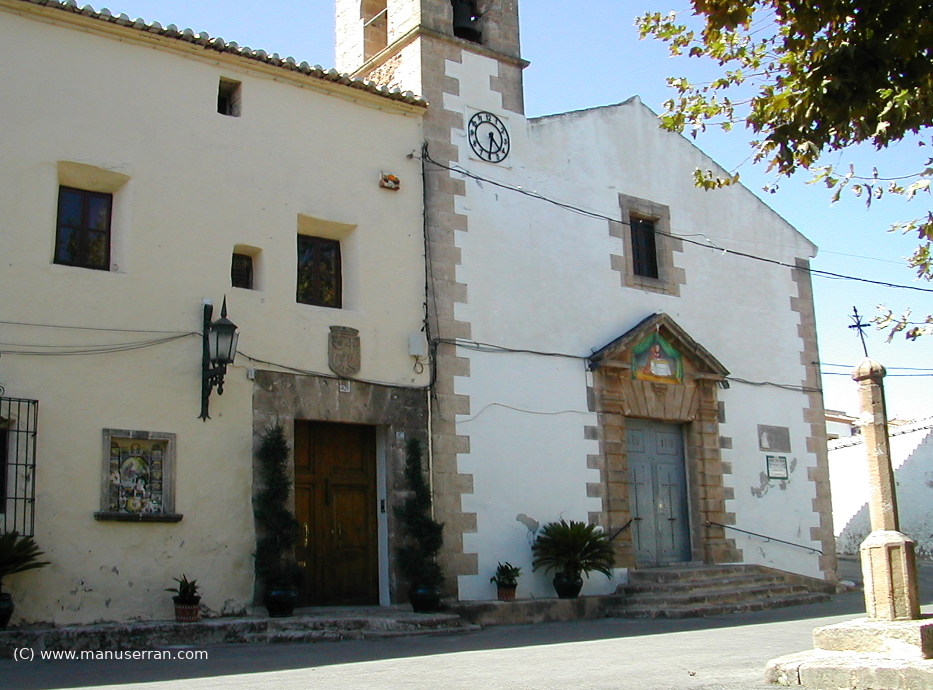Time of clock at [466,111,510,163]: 4:31
